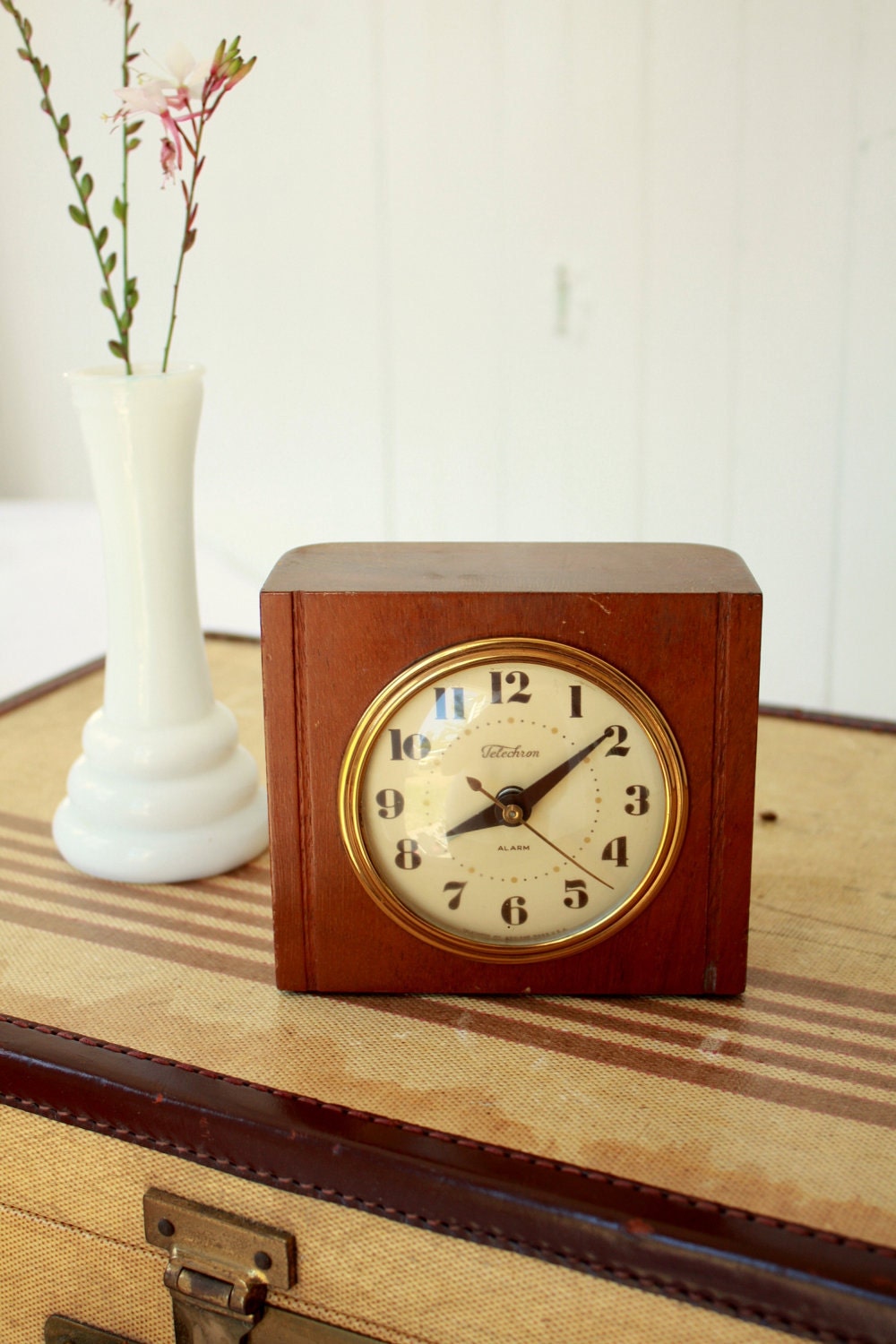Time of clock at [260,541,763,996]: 8:08
